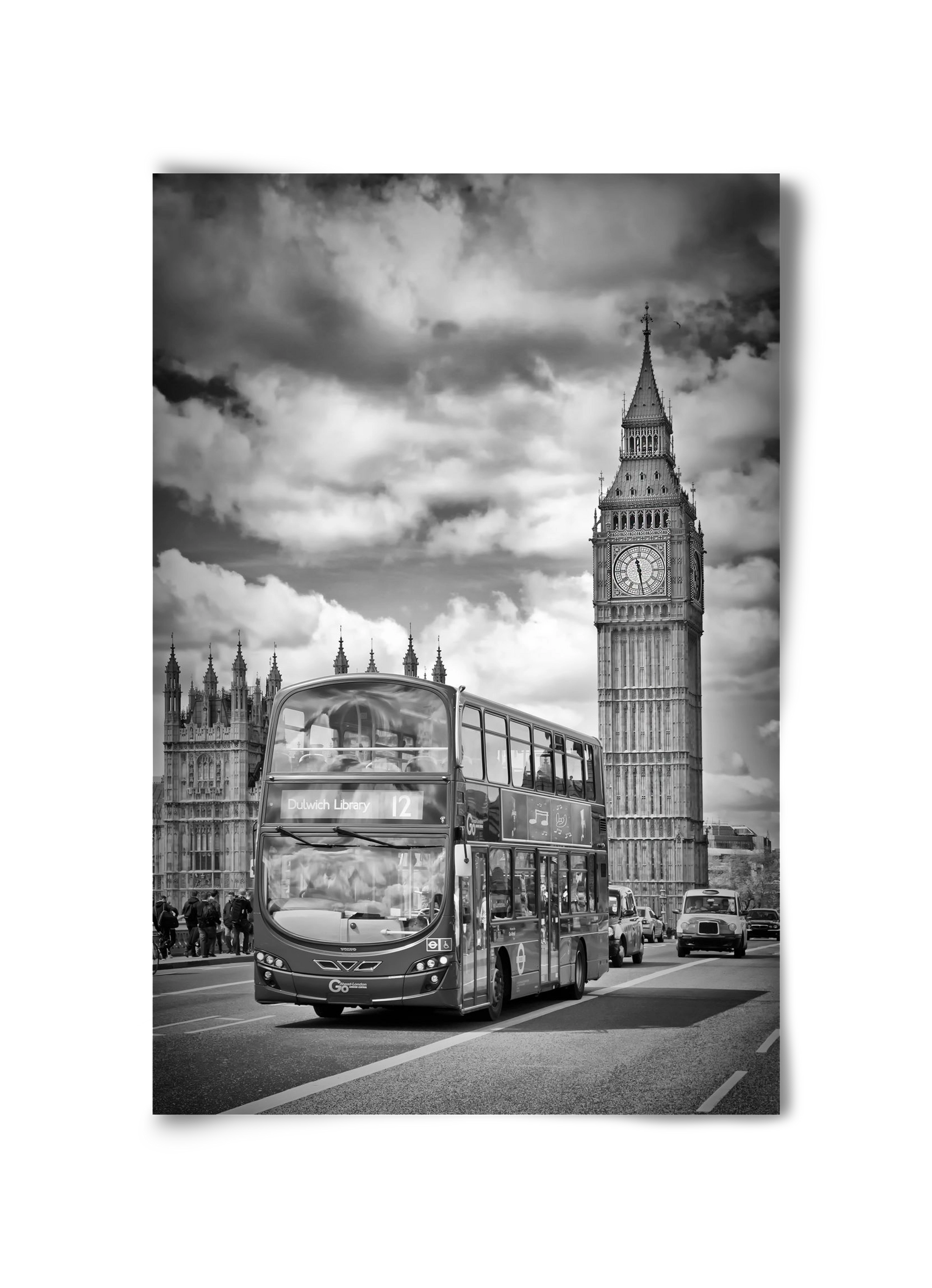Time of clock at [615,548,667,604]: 11:28
